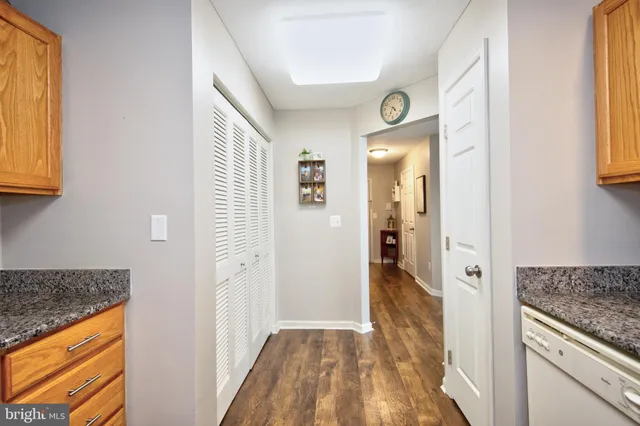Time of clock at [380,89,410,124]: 4:34
